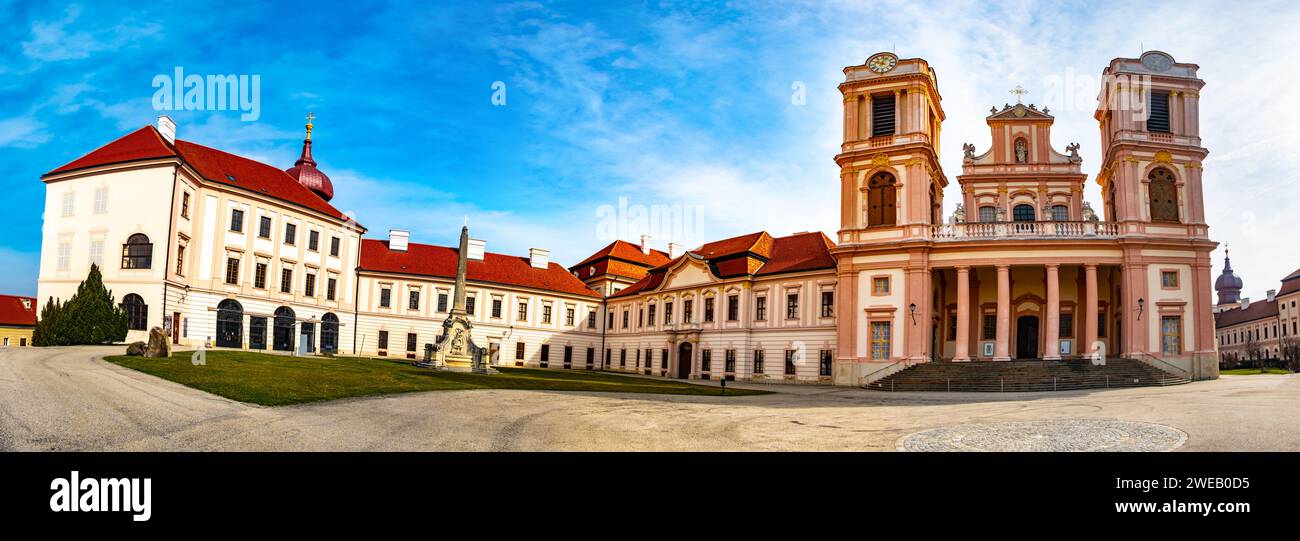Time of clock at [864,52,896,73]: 10:02
